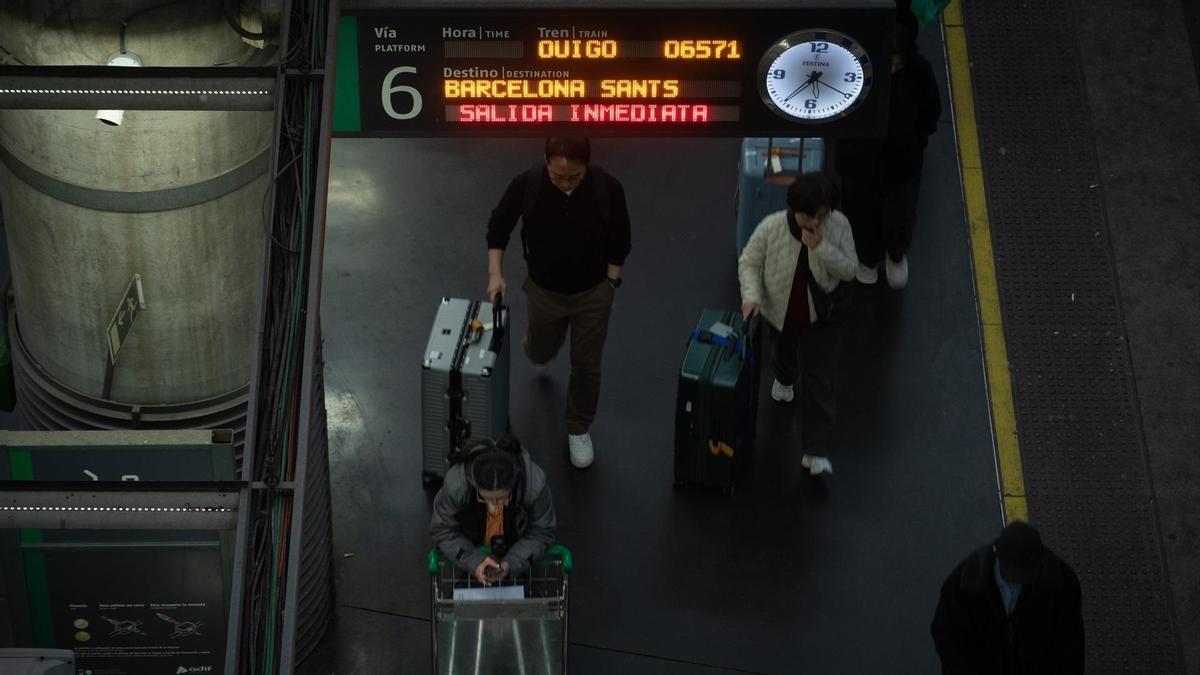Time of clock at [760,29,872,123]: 7:20
